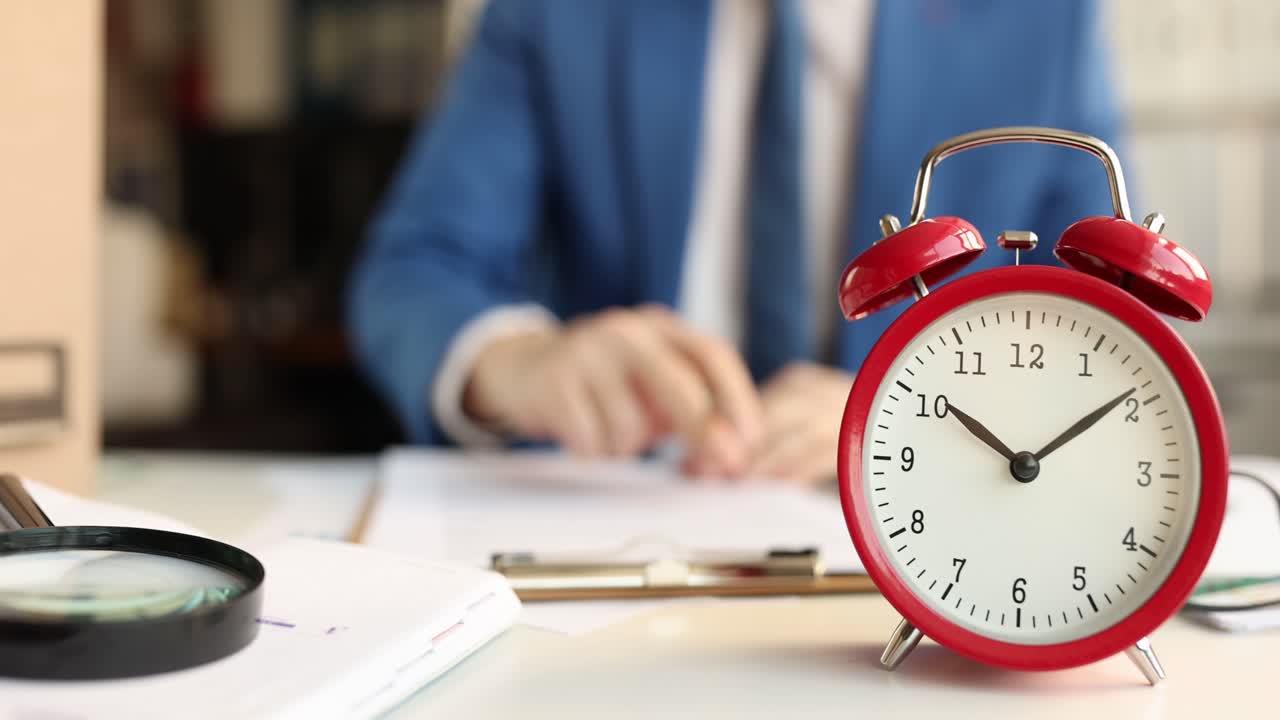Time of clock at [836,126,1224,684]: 10:08
